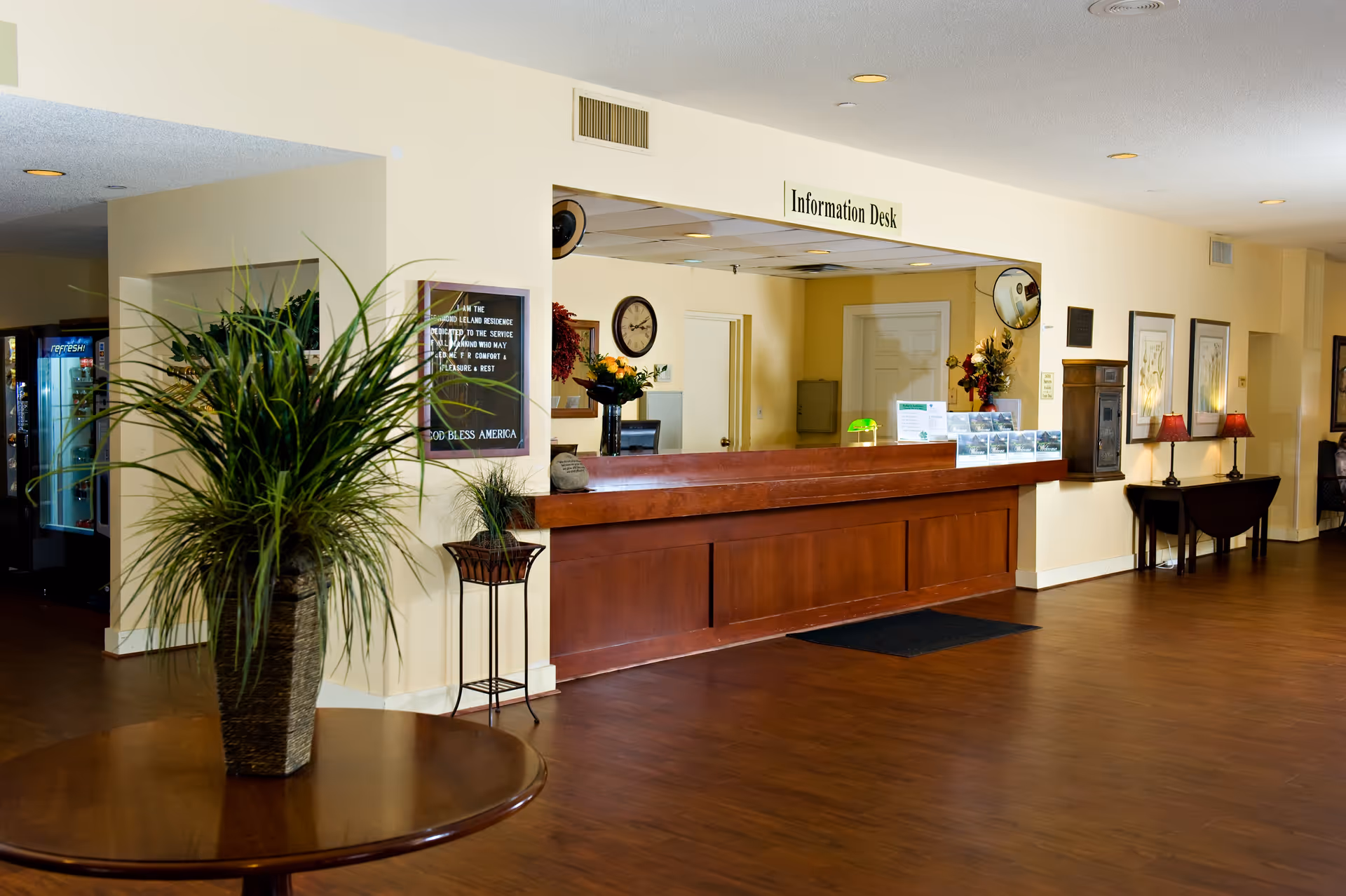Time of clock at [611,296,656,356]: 3:11
